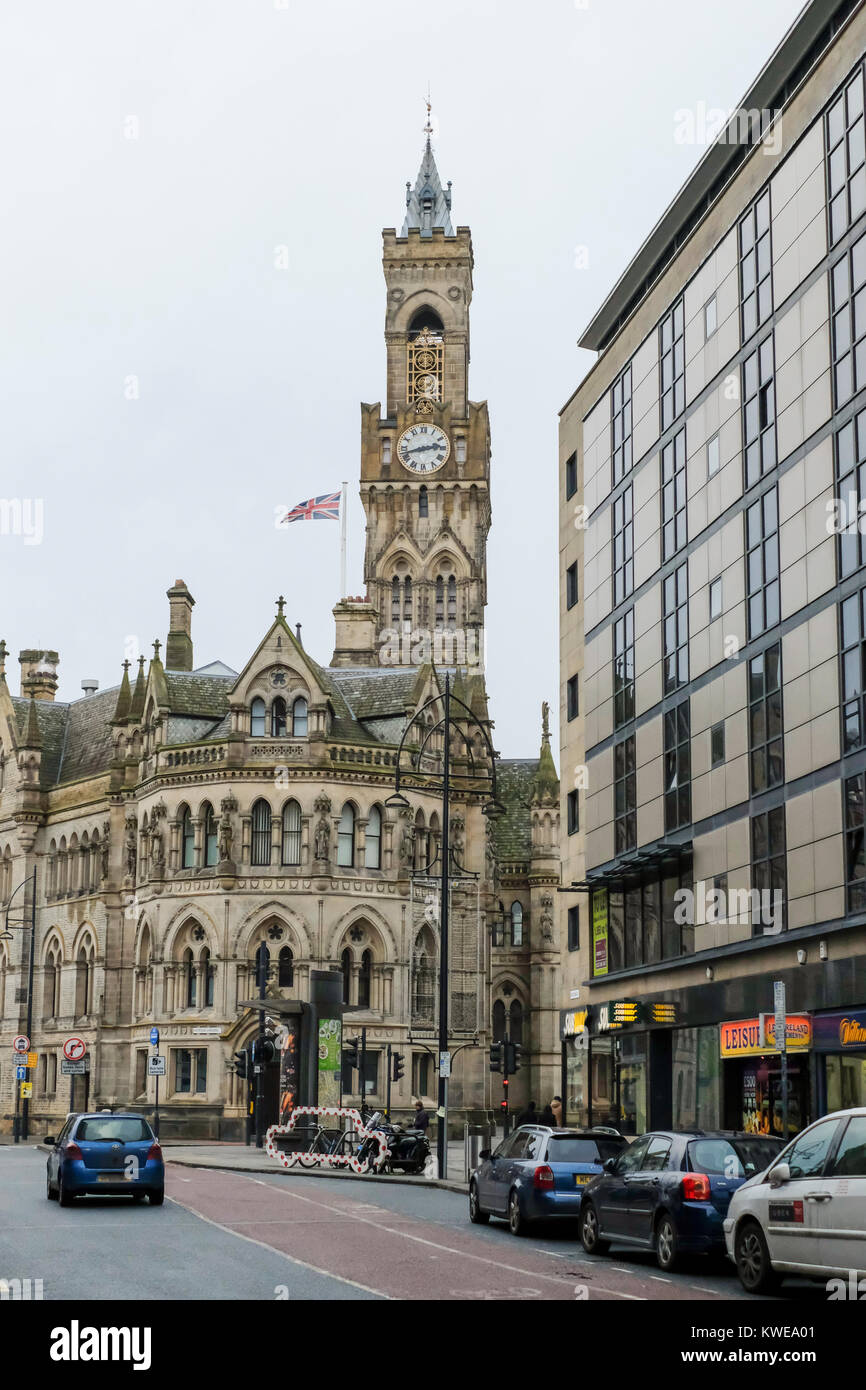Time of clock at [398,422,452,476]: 2:42
